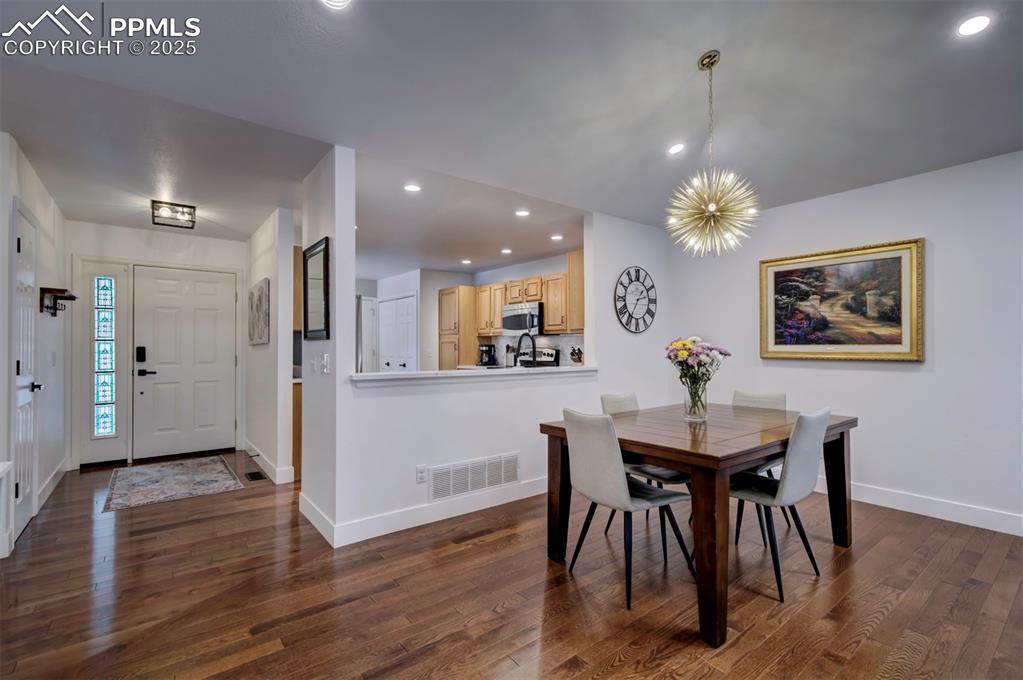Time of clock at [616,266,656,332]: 2:35
